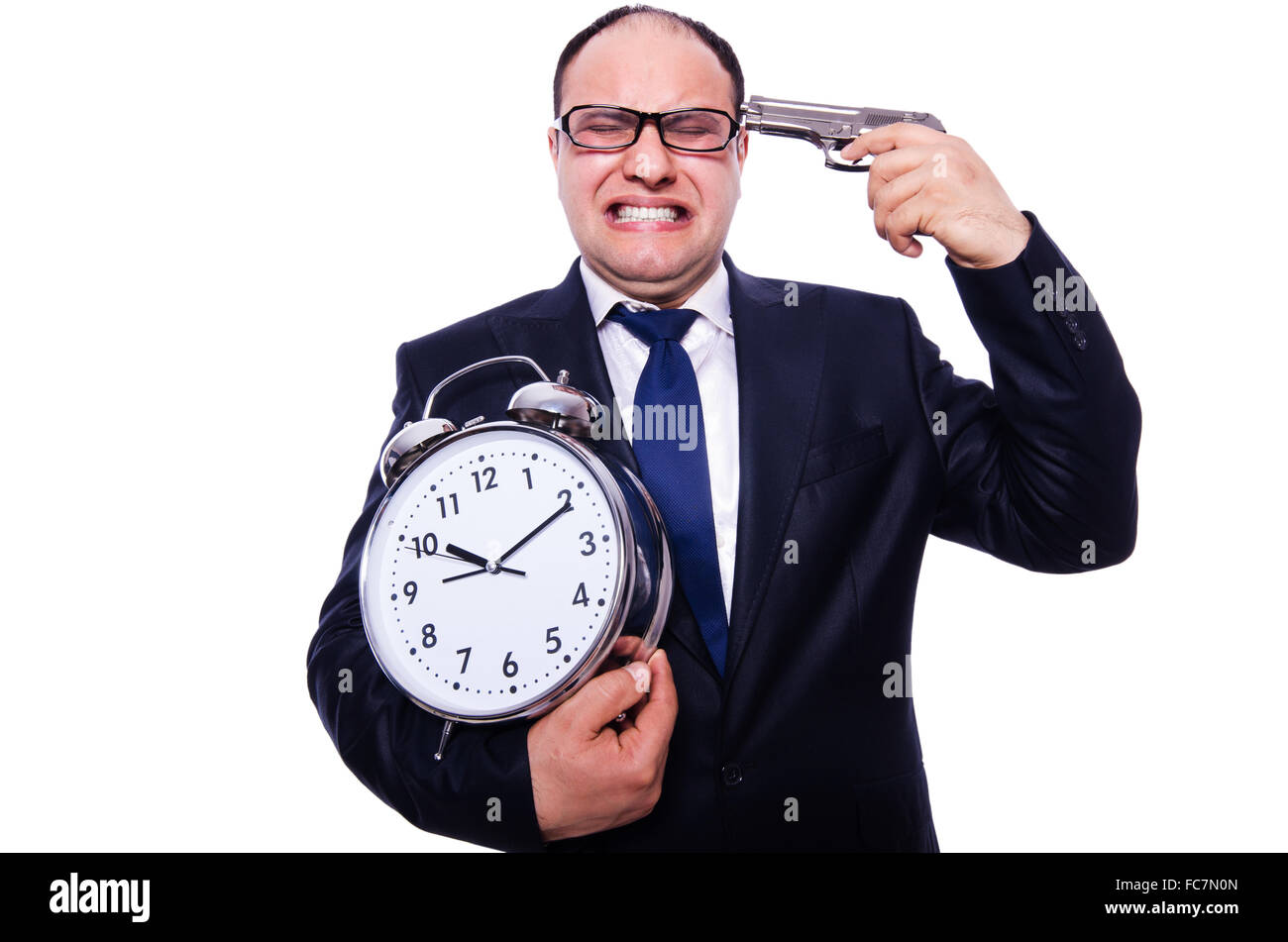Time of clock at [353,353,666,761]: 10:10
